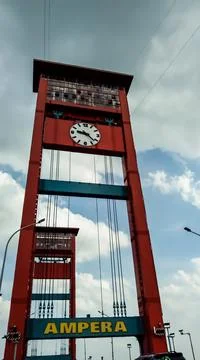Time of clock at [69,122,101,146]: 9:22
